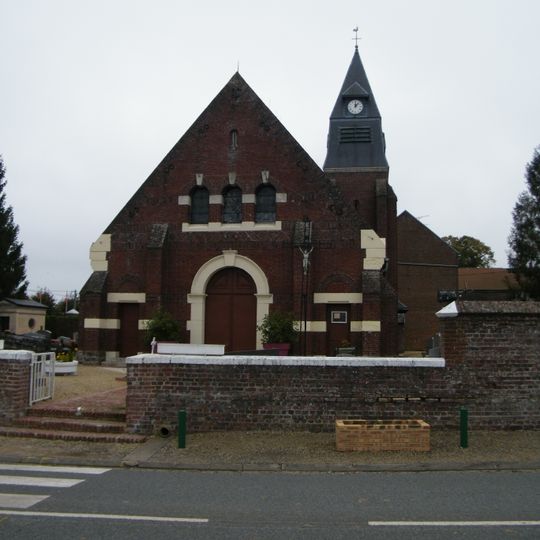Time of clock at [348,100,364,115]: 12:07
